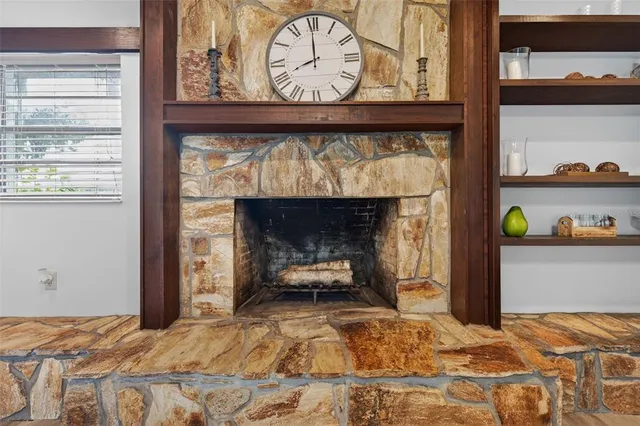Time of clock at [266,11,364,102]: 7:59
